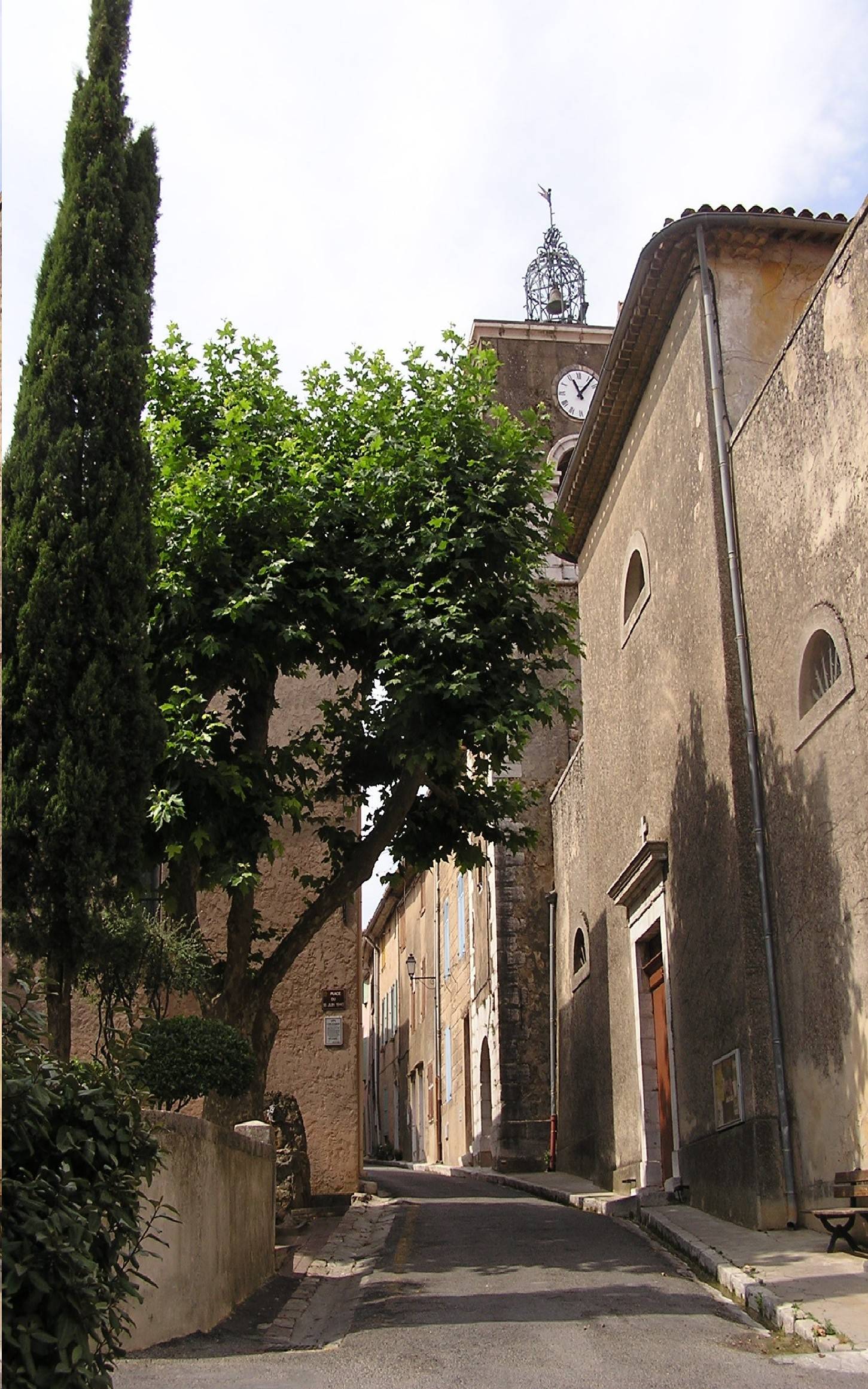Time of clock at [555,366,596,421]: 11:07
